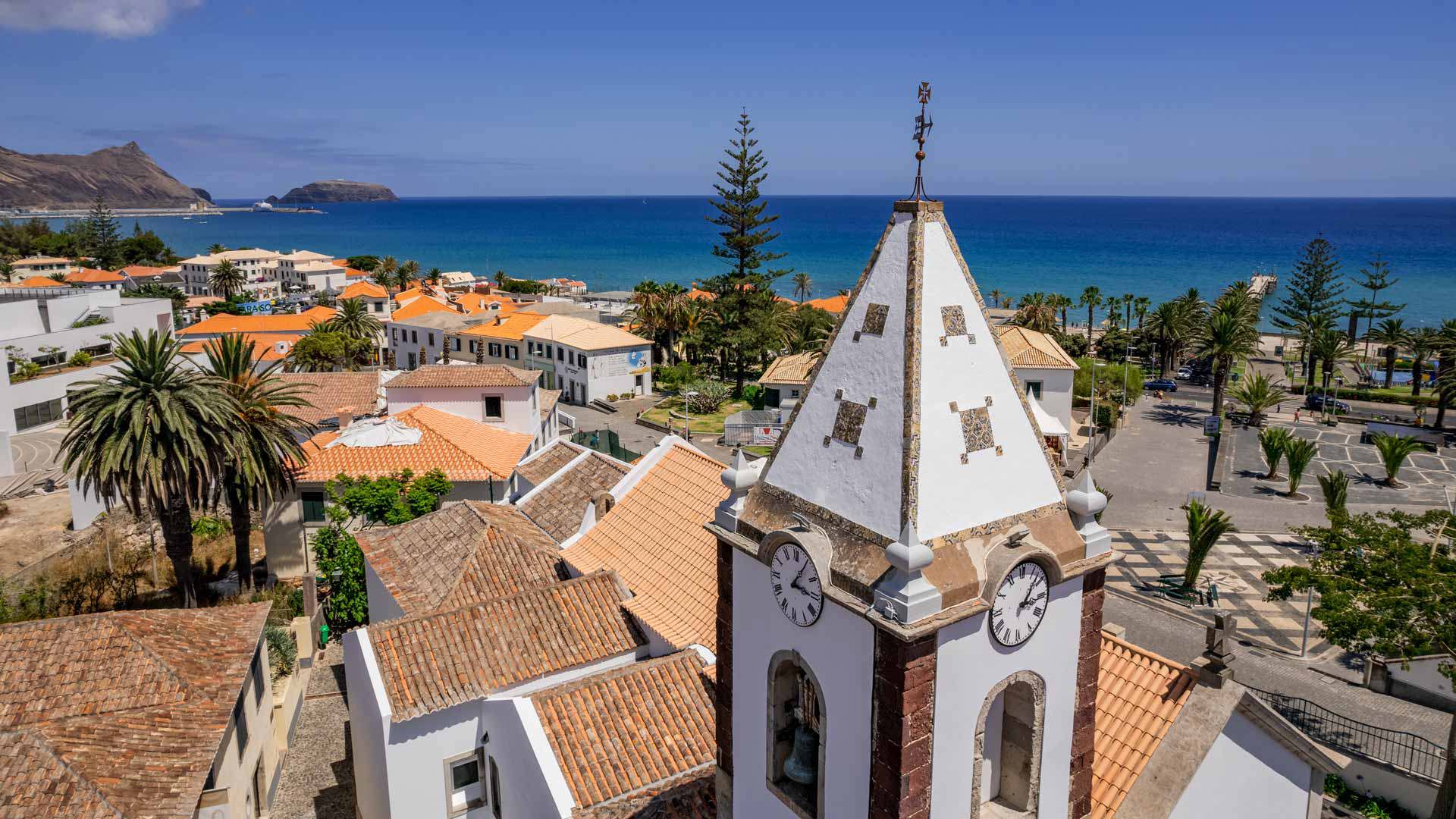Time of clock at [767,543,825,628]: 3:05
